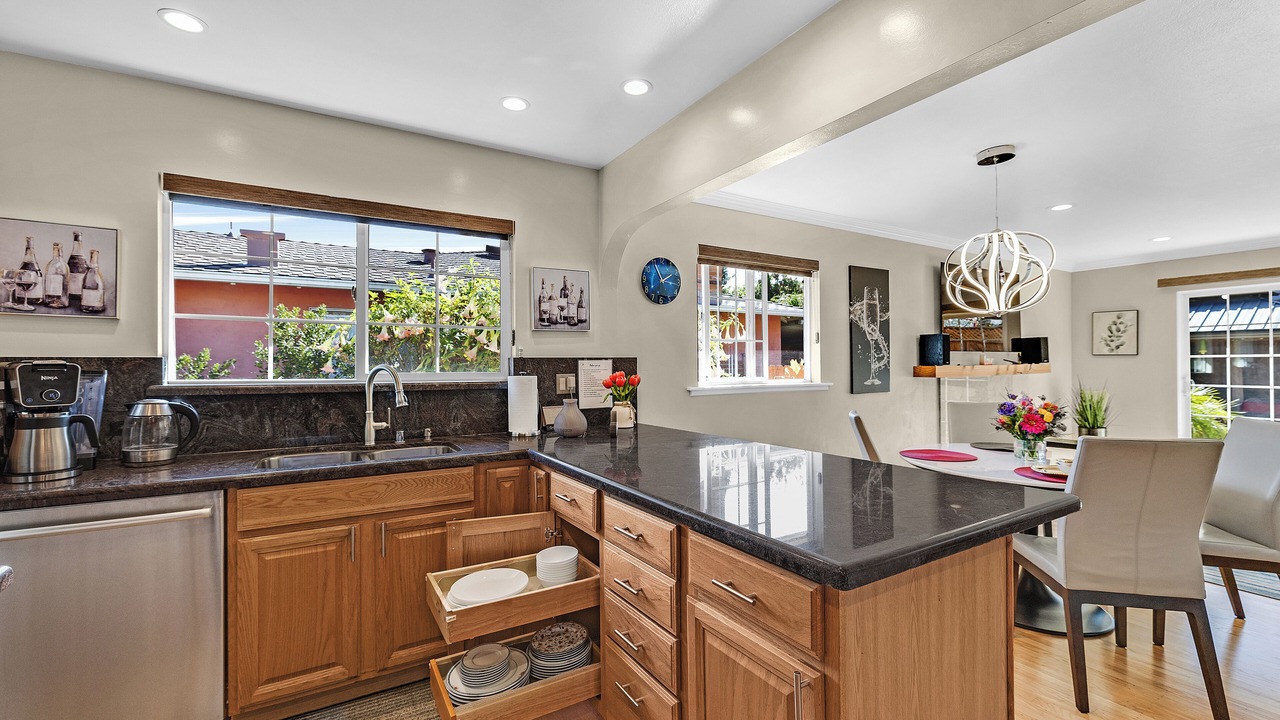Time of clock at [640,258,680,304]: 1:55
